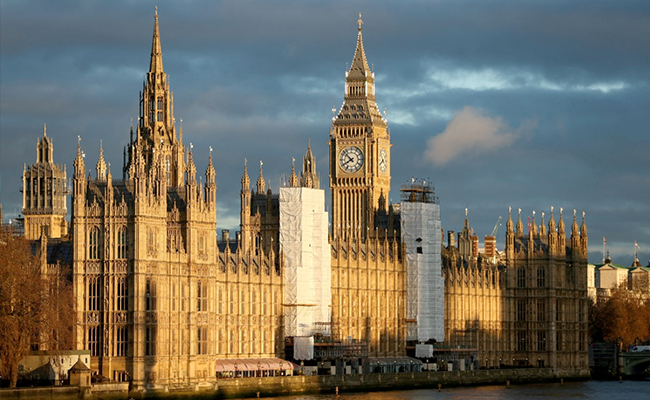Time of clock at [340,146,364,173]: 7:52
